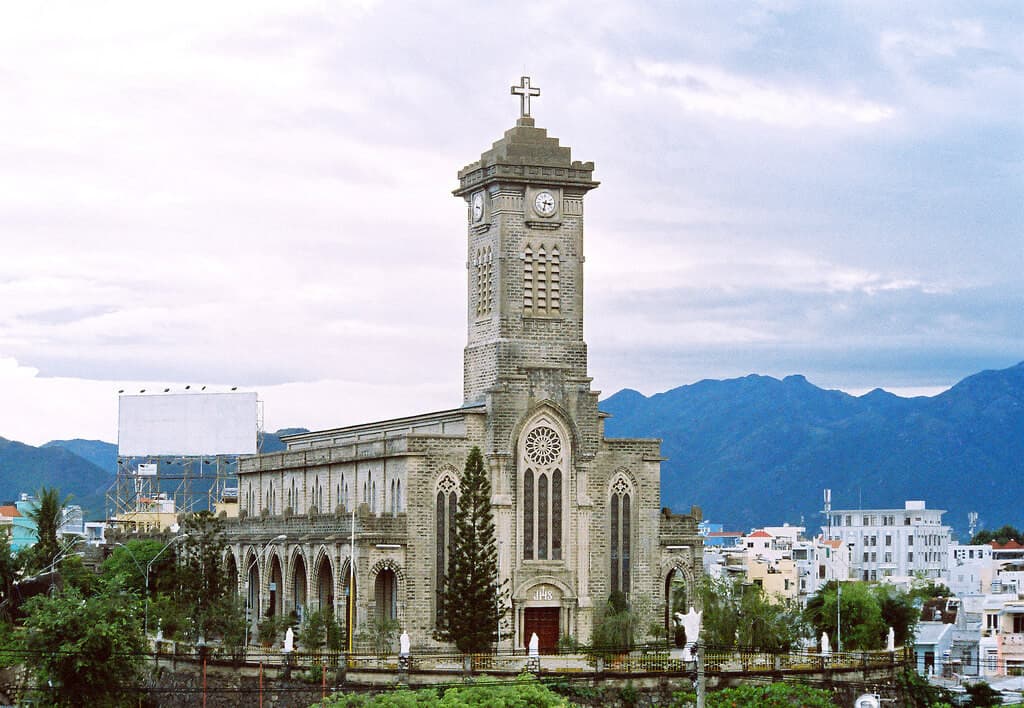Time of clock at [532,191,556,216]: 3:32
